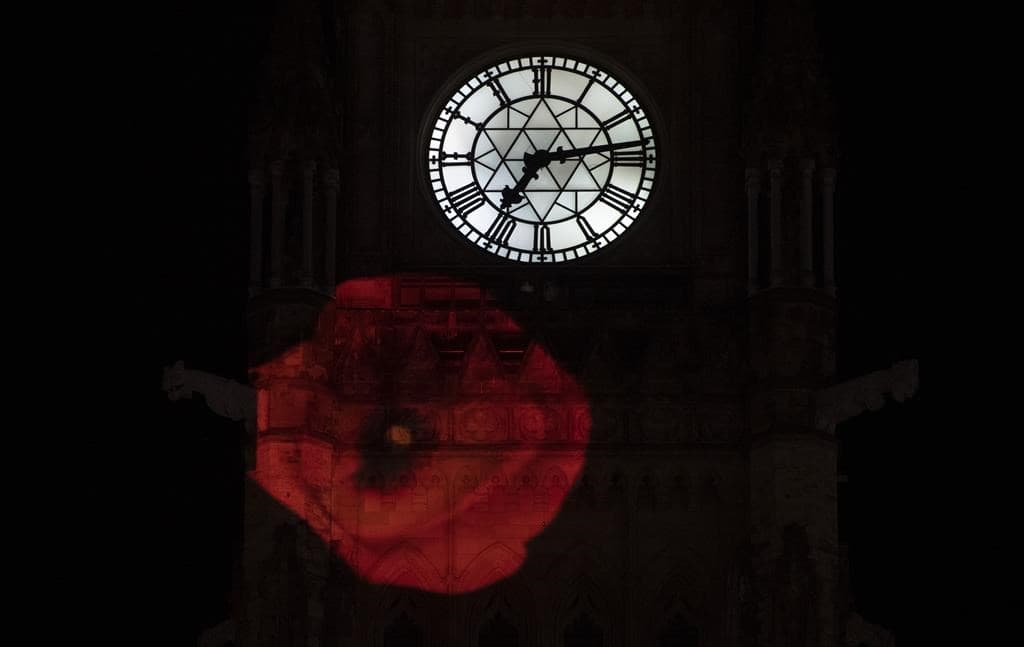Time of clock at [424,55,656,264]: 7:13
